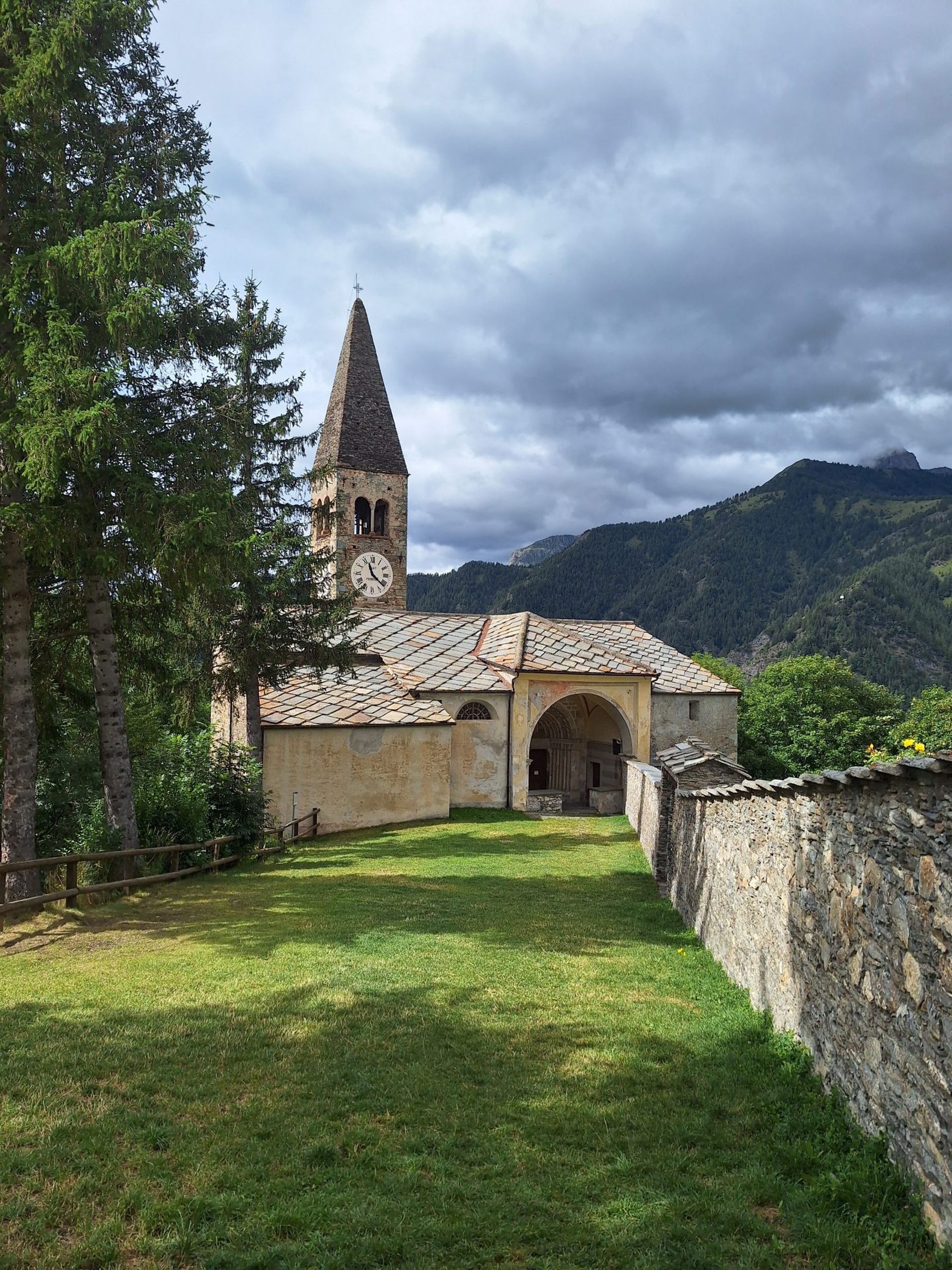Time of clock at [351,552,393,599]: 11:21
